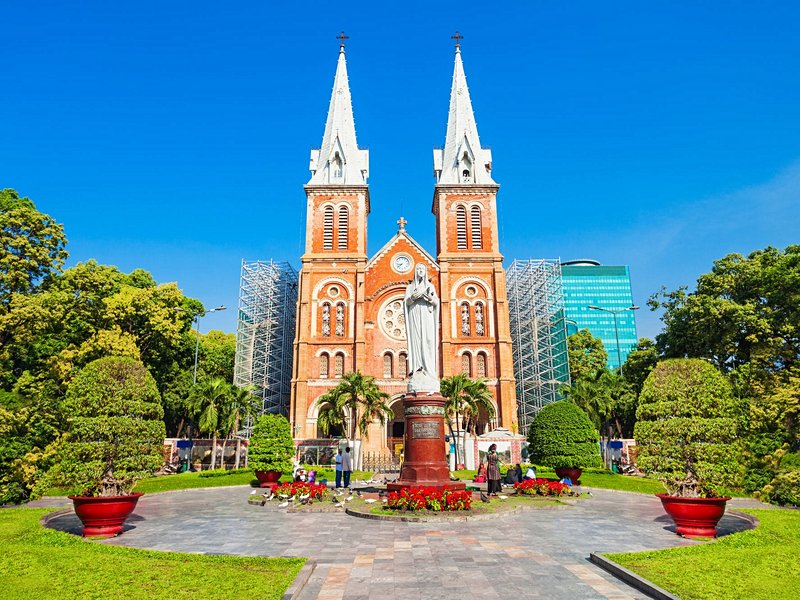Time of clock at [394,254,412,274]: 8:38
